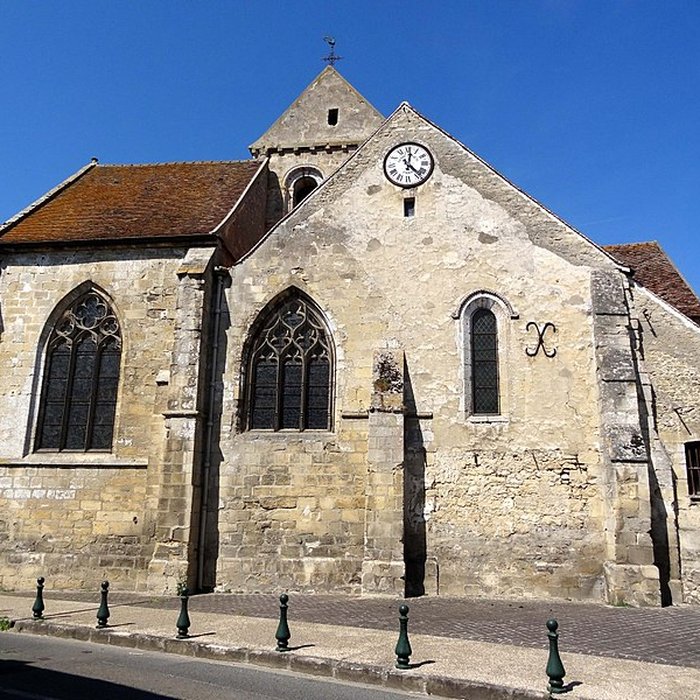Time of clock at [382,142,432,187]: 12:22
